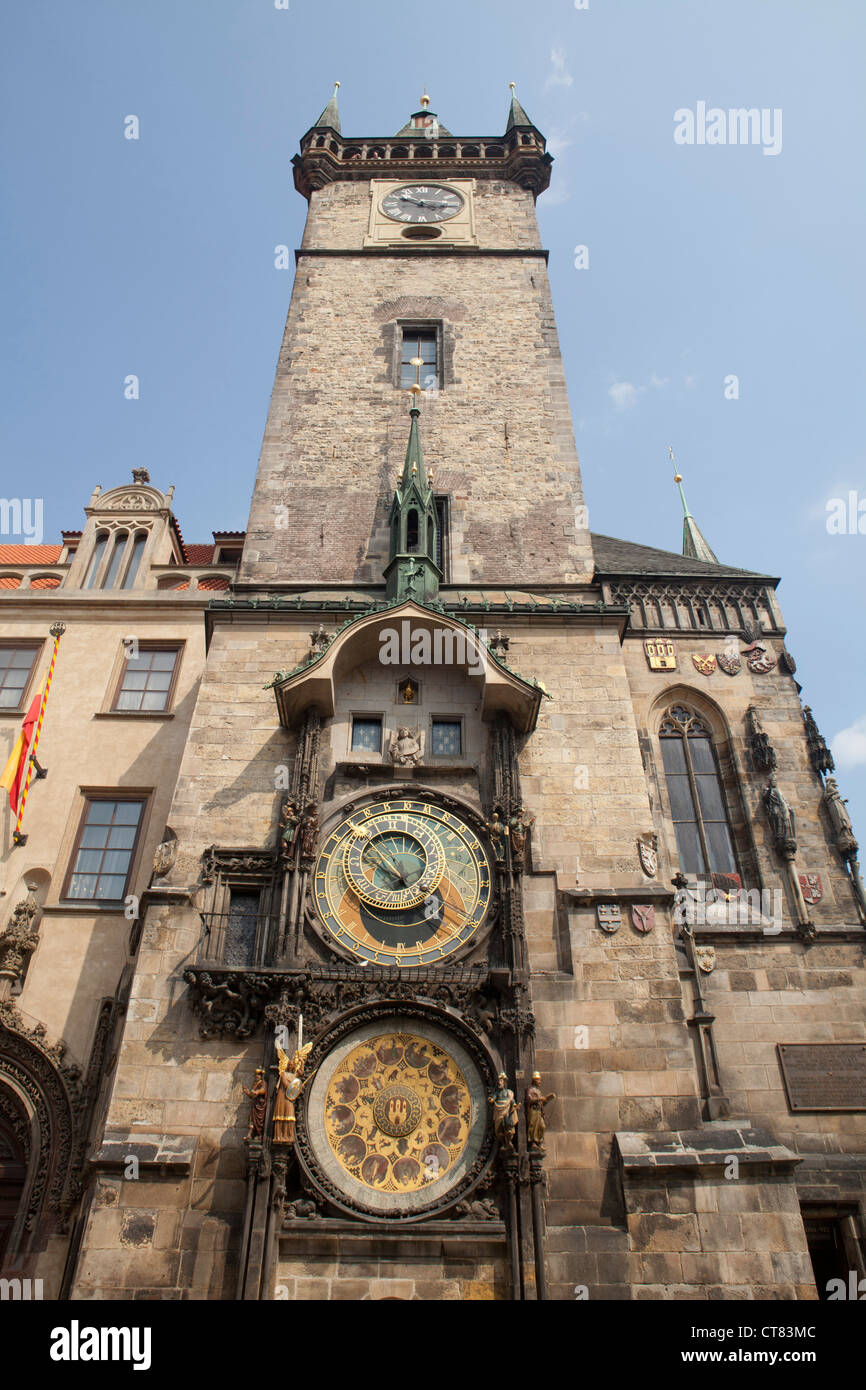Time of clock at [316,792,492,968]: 4:52
